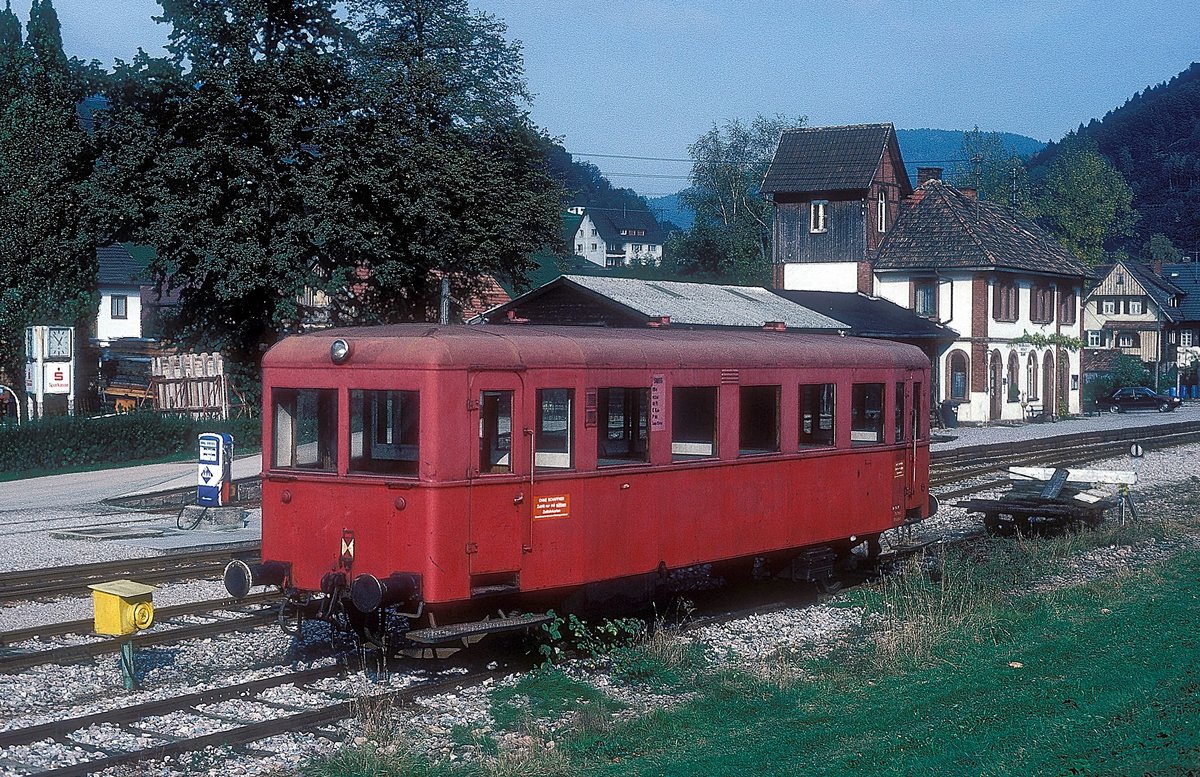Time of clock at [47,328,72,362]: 12:52
